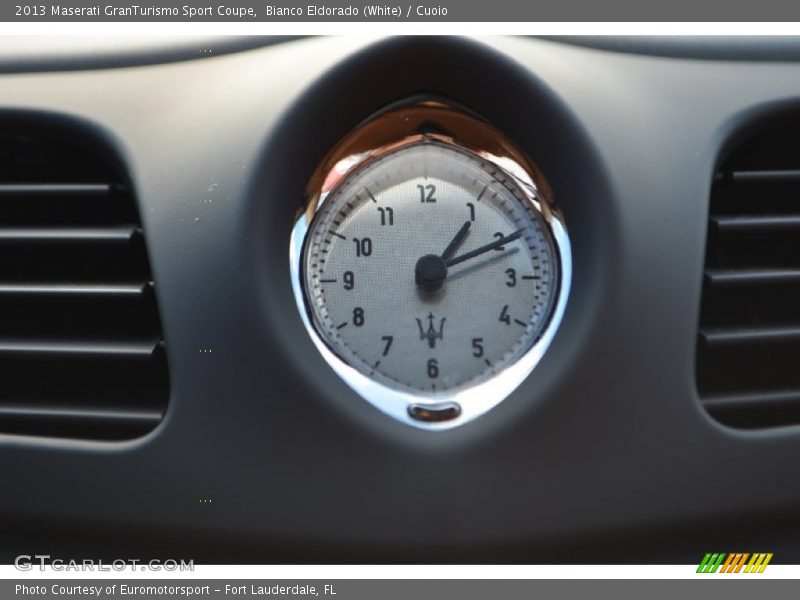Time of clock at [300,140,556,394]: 1:10
